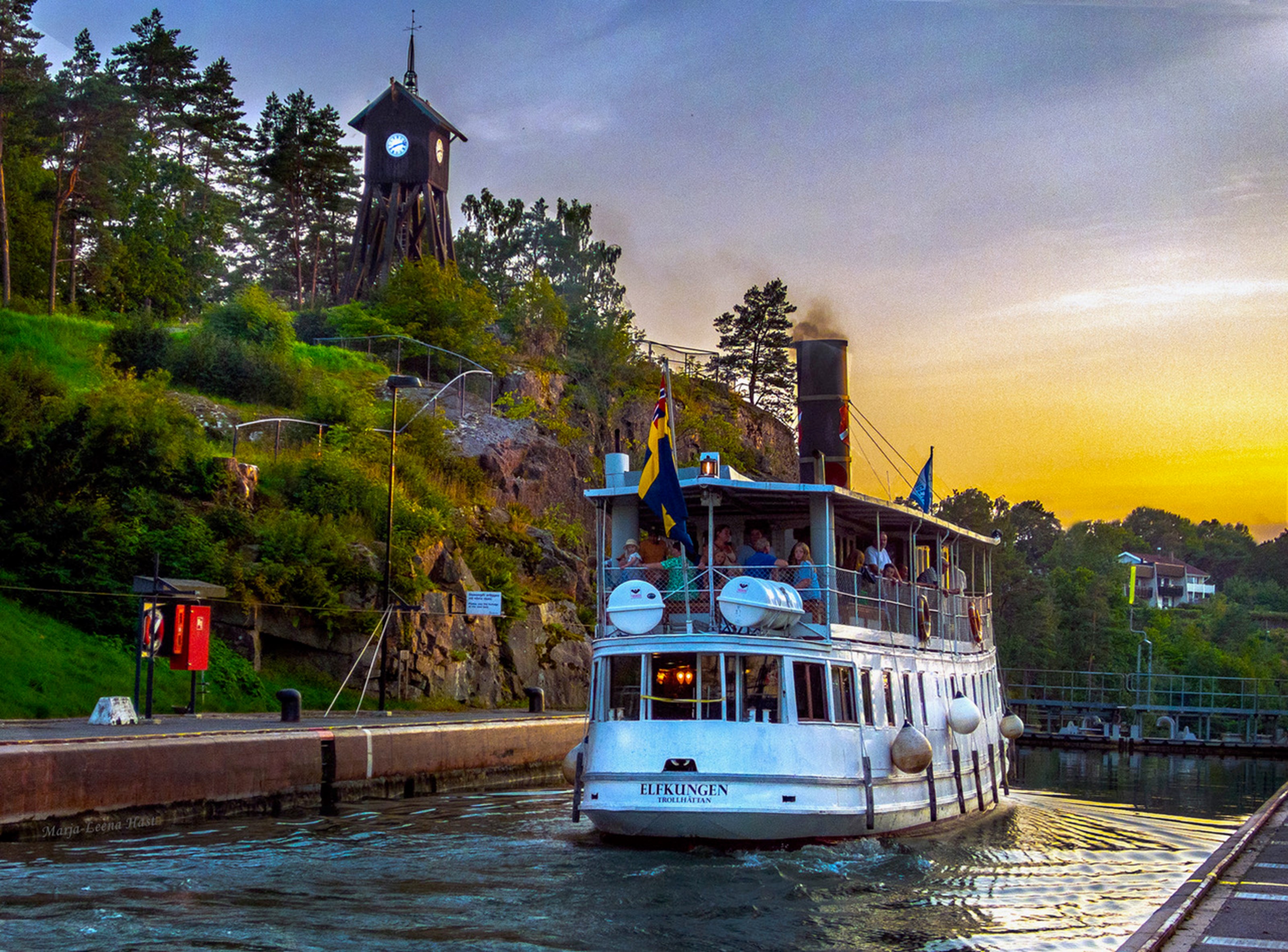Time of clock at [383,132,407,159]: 8:12
